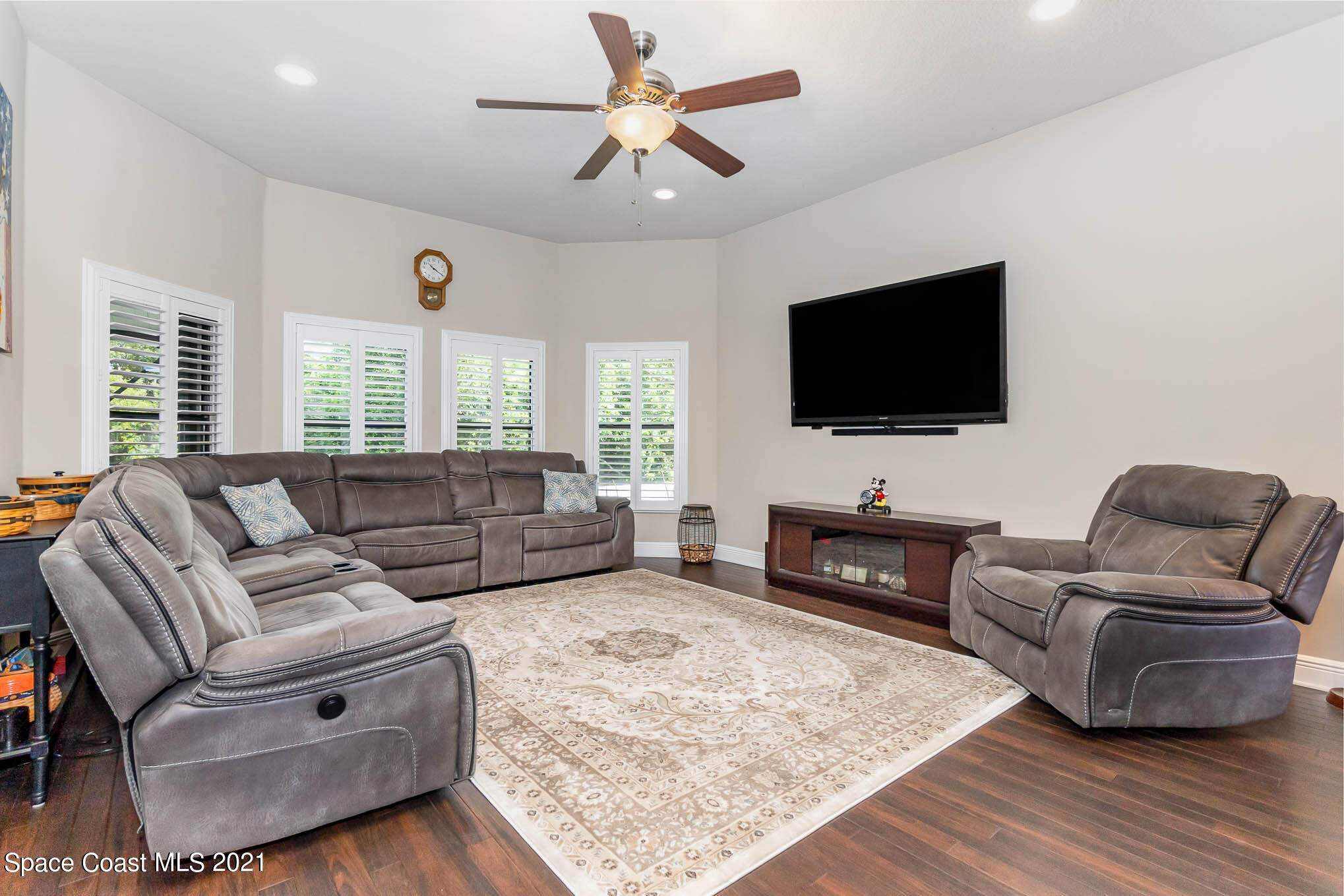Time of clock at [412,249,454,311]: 10:20
